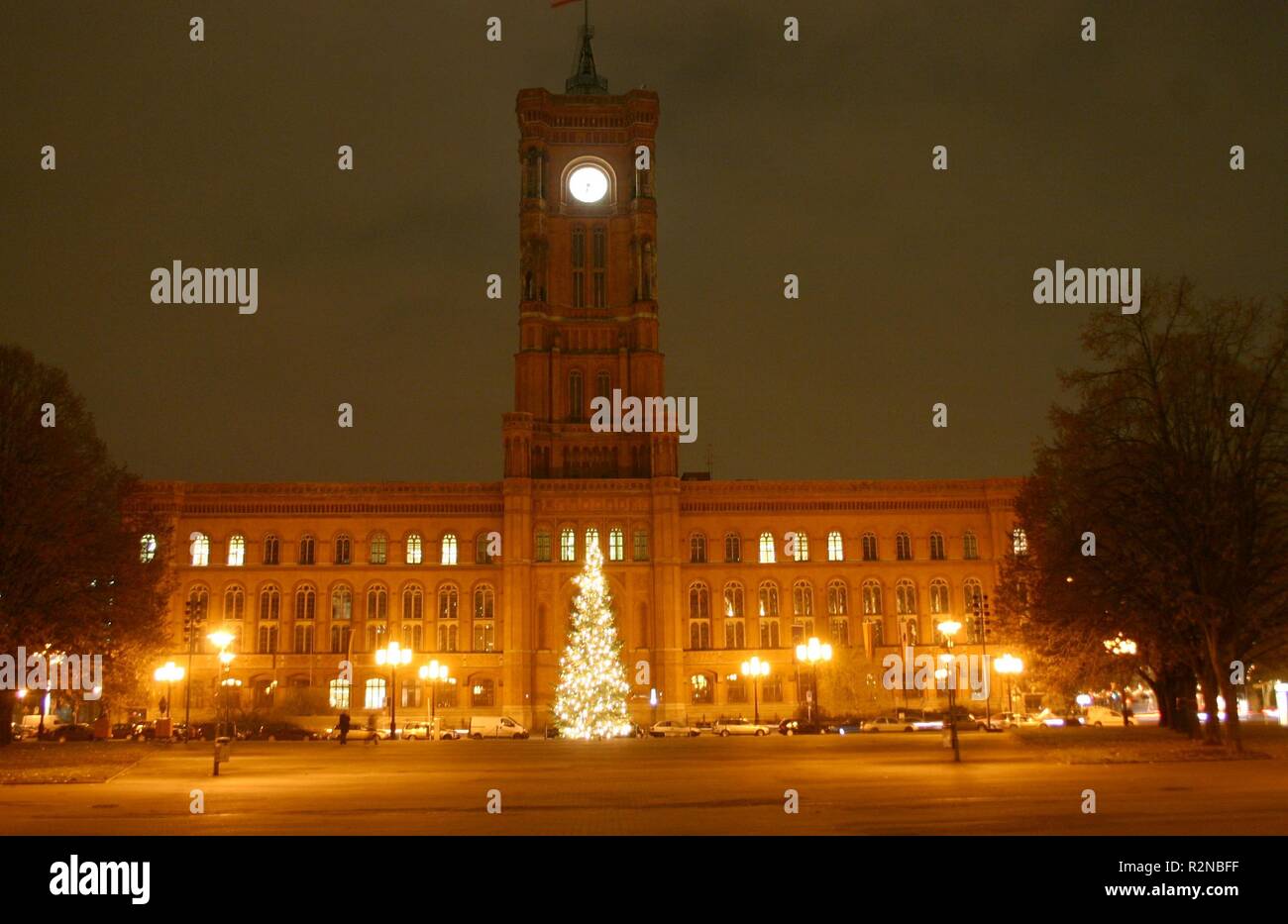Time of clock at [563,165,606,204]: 6:32
